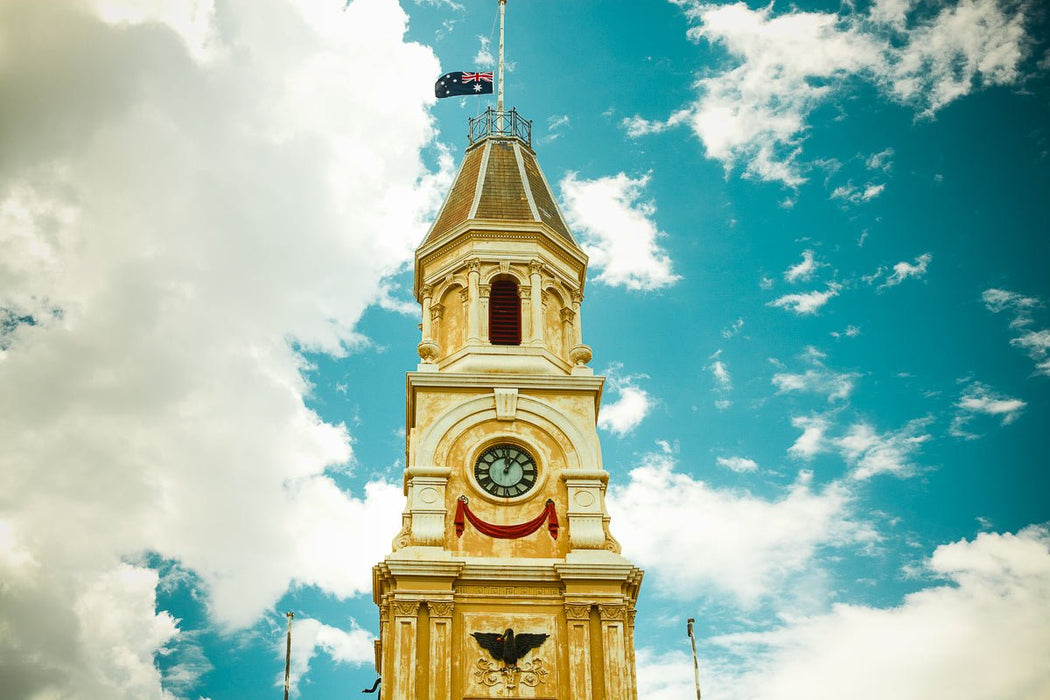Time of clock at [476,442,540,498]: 12:05
